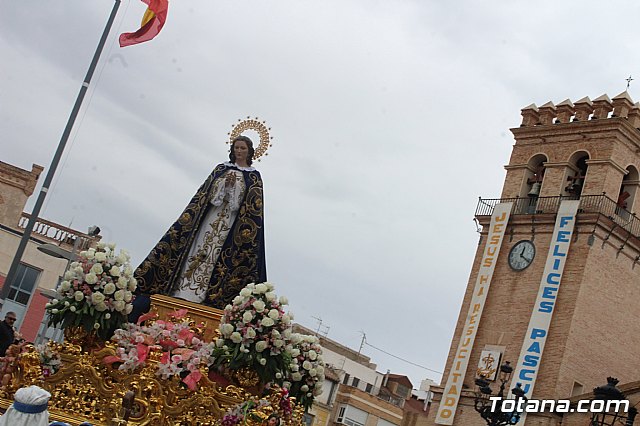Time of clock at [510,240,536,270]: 12:20
